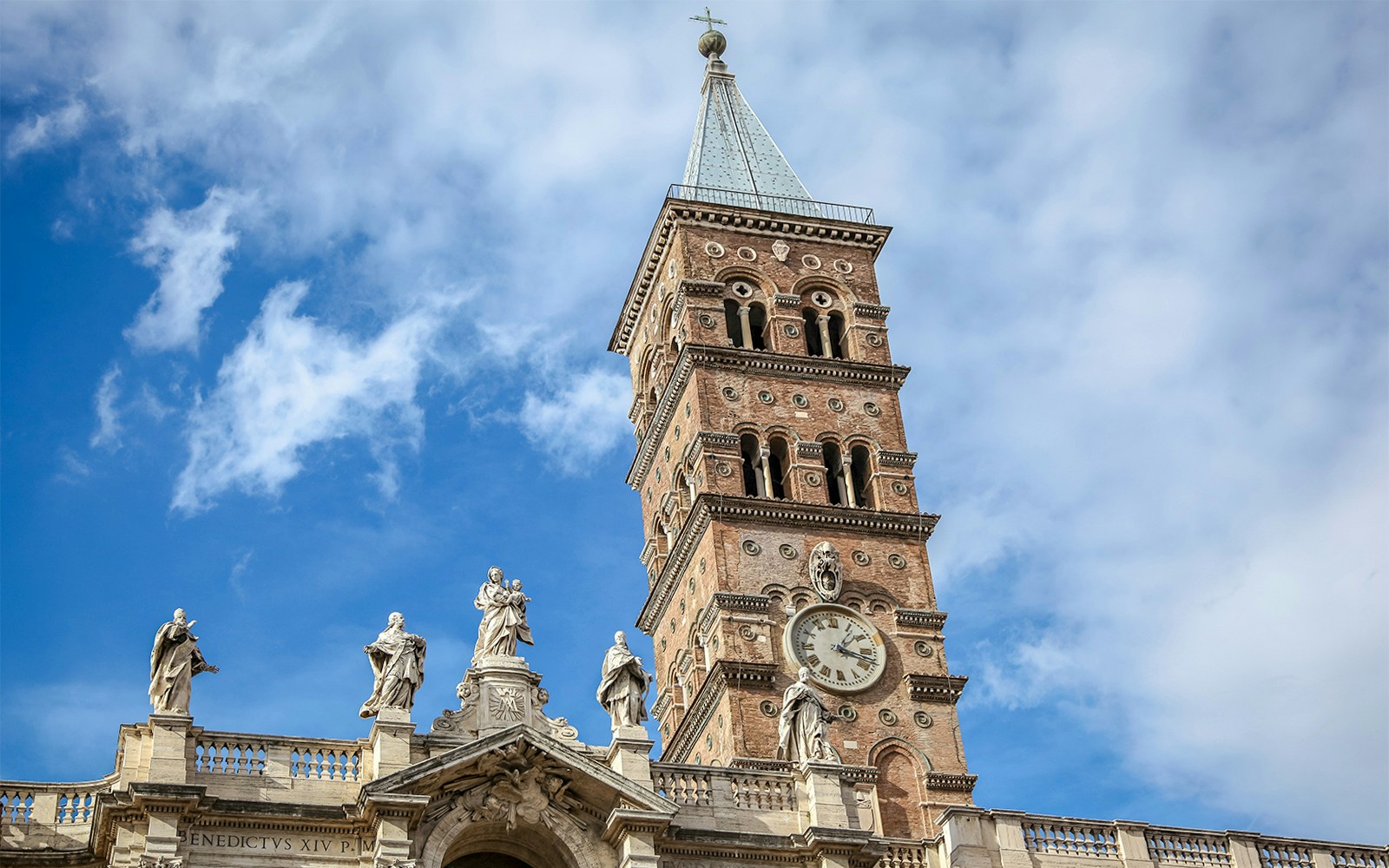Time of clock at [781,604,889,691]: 1:18
